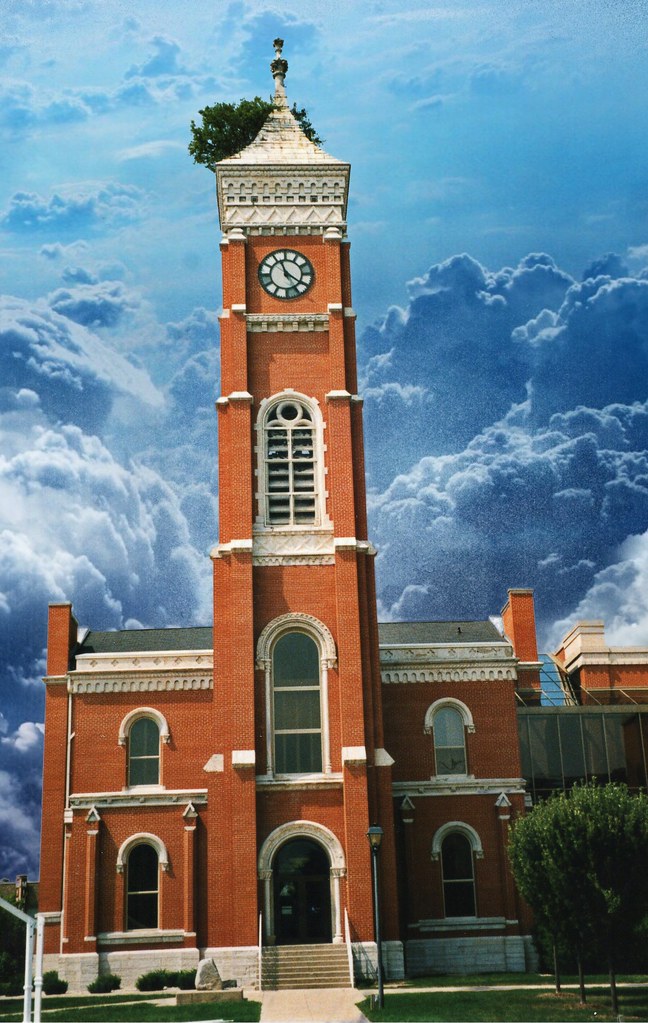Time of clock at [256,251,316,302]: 11:20
